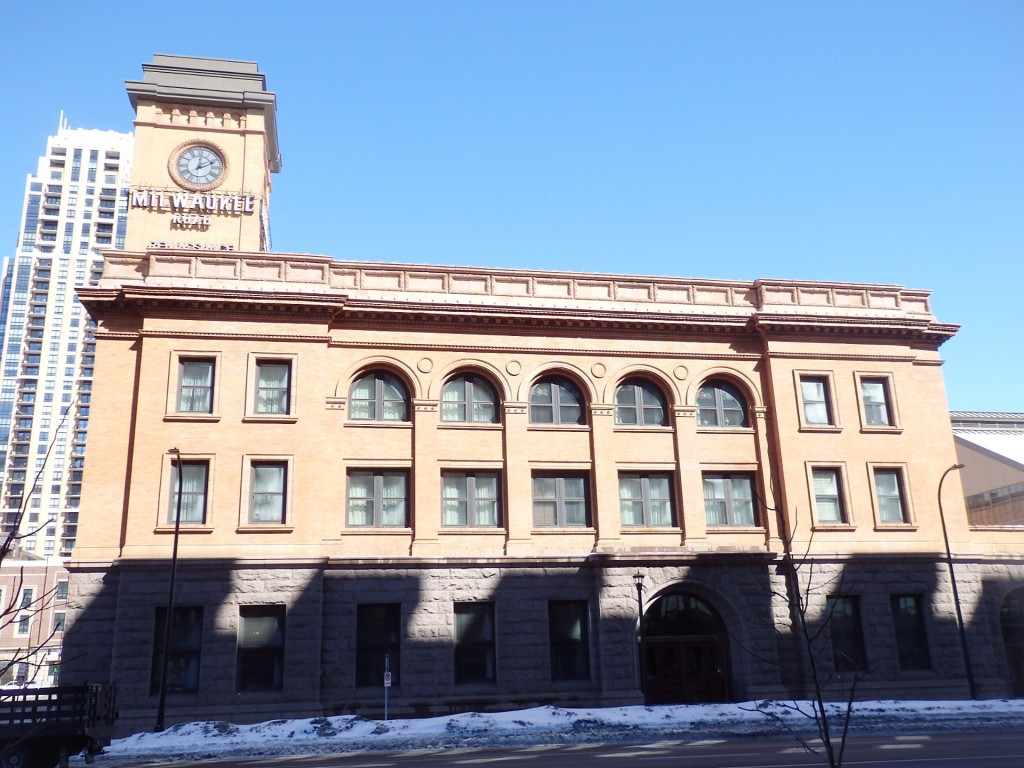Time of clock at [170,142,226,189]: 2:01
